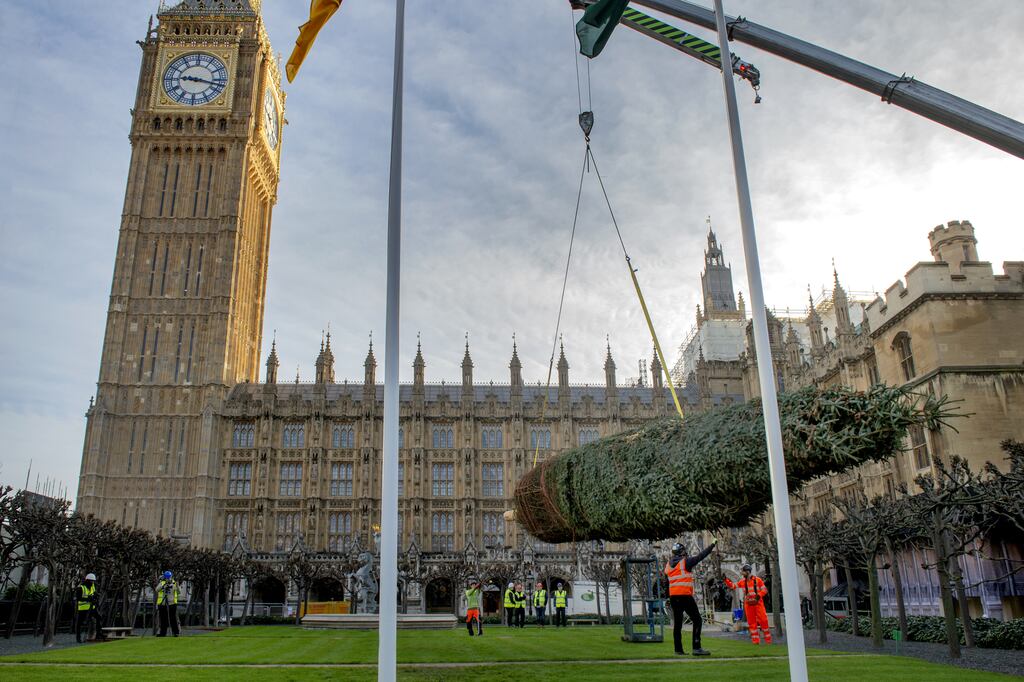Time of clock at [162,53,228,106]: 9:17
